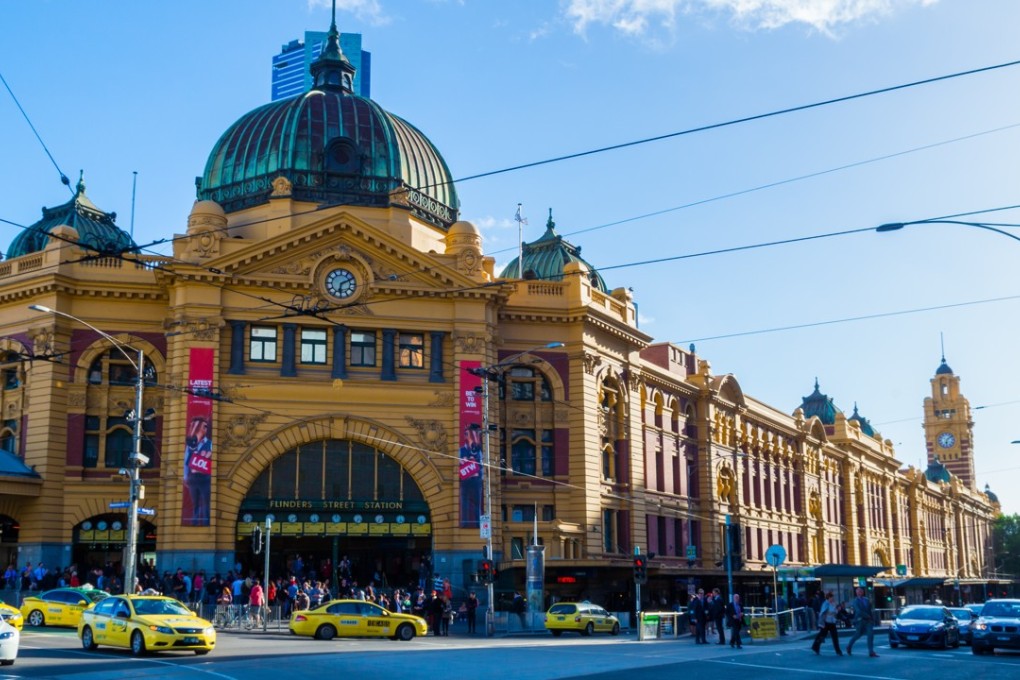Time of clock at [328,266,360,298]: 6:10
